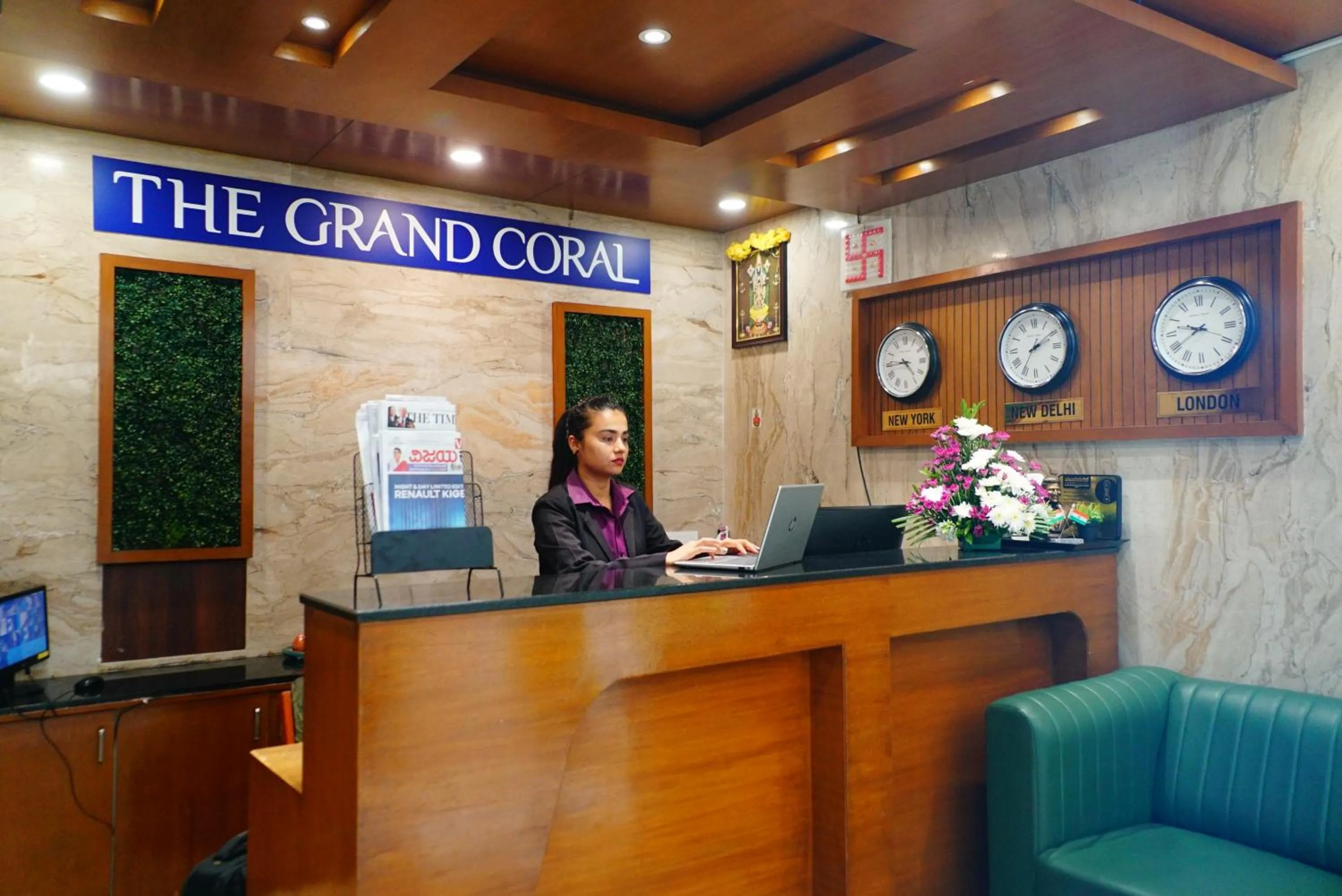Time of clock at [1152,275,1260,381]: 9:39
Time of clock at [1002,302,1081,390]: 2:09
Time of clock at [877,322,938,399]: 4:44
